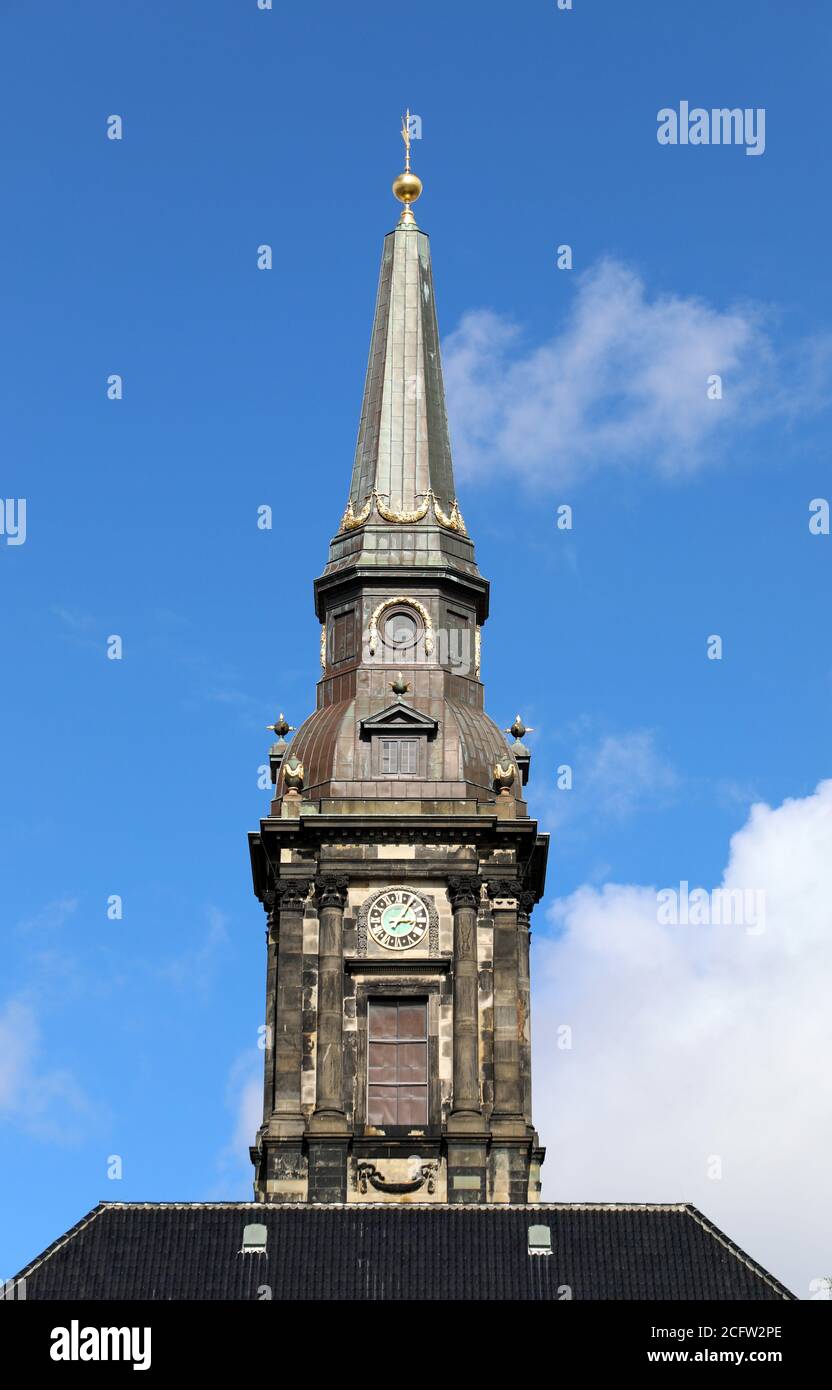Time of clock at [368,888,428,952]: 3:04
